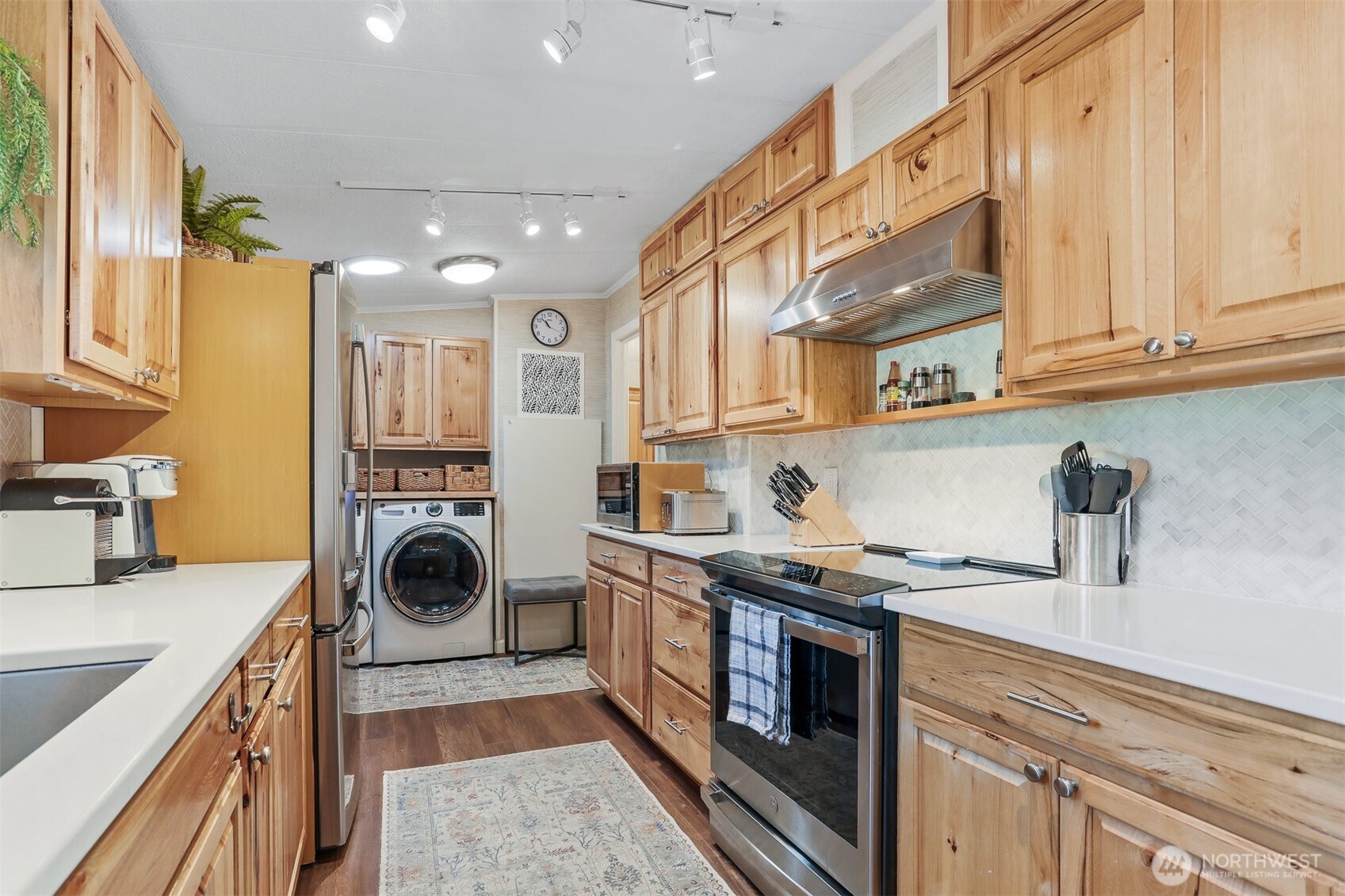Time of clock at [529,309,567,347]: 10:52
